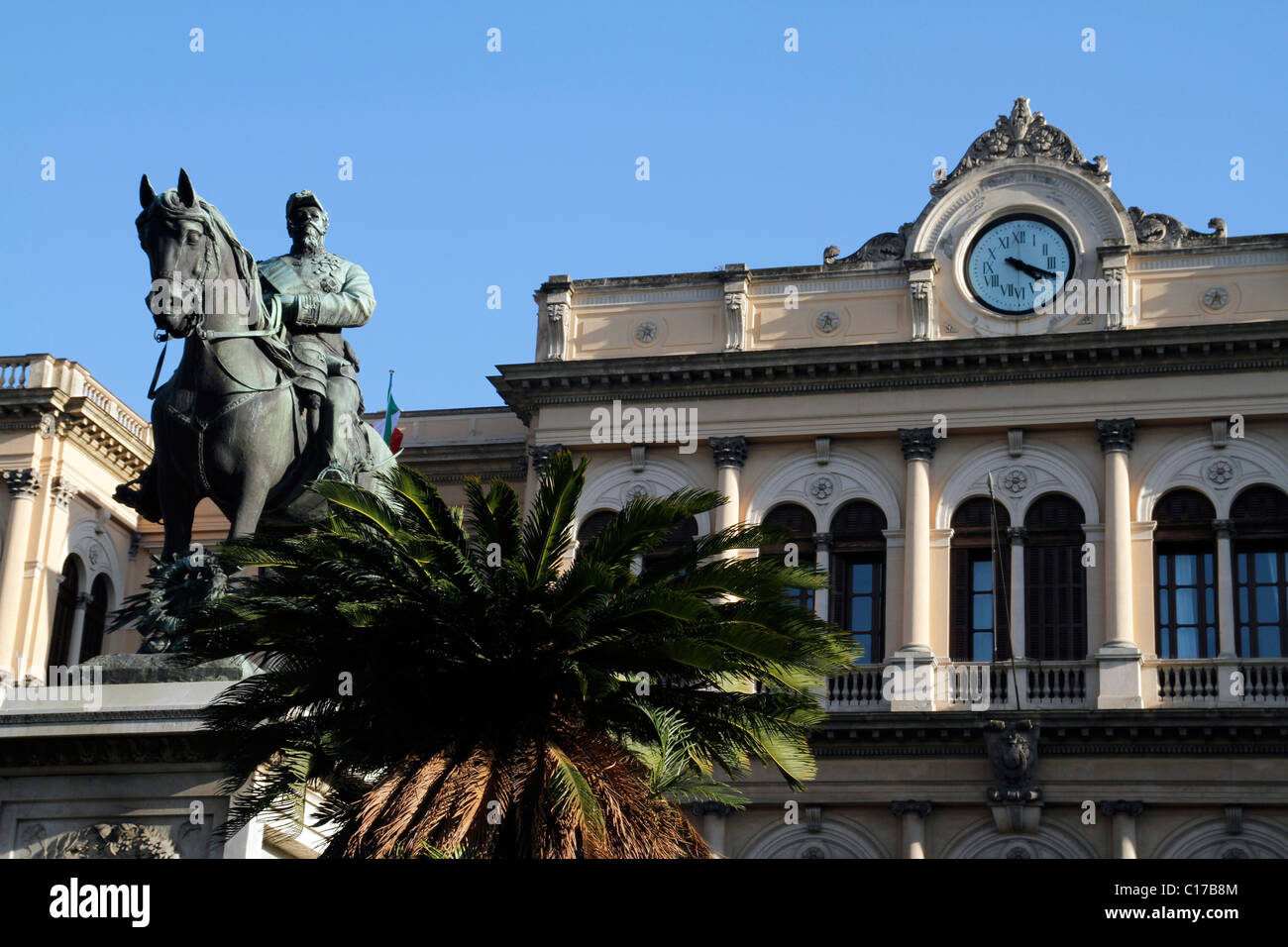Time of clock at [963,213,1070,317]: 4:18
